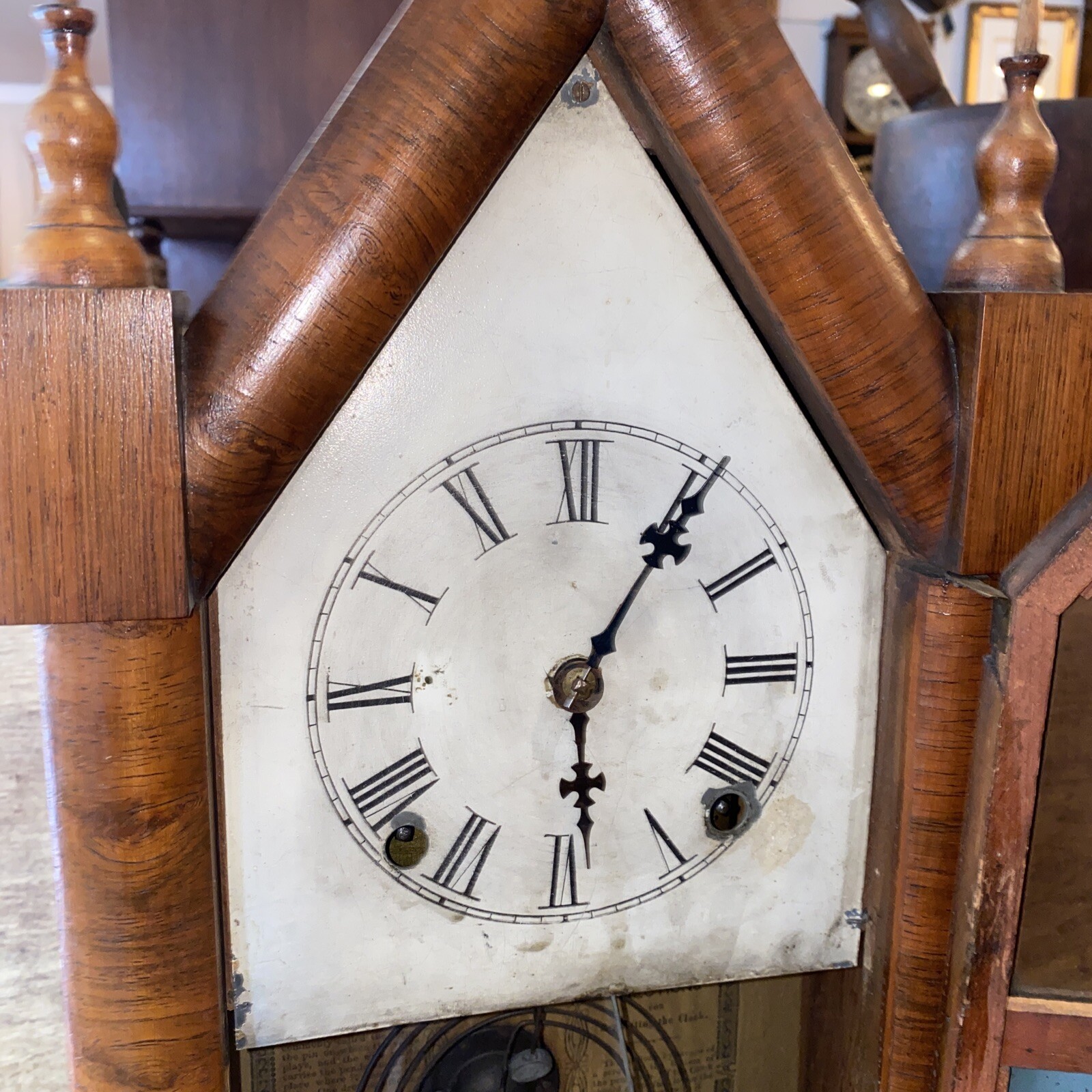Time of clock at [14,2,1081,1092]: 6:05
